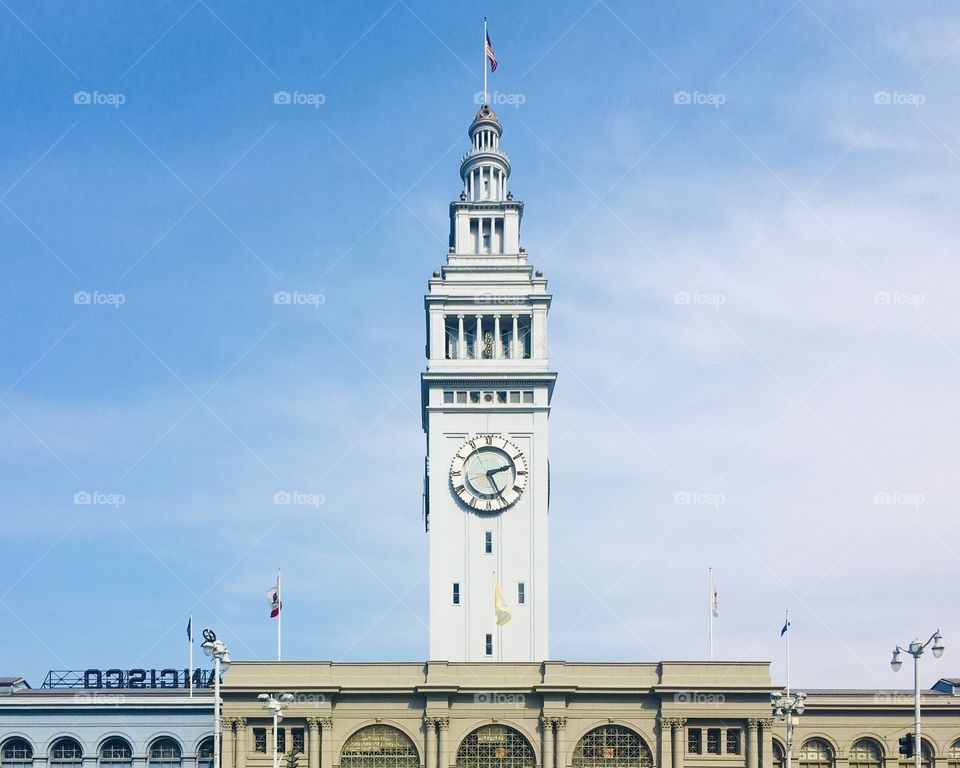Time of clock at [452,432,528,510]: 2:25
